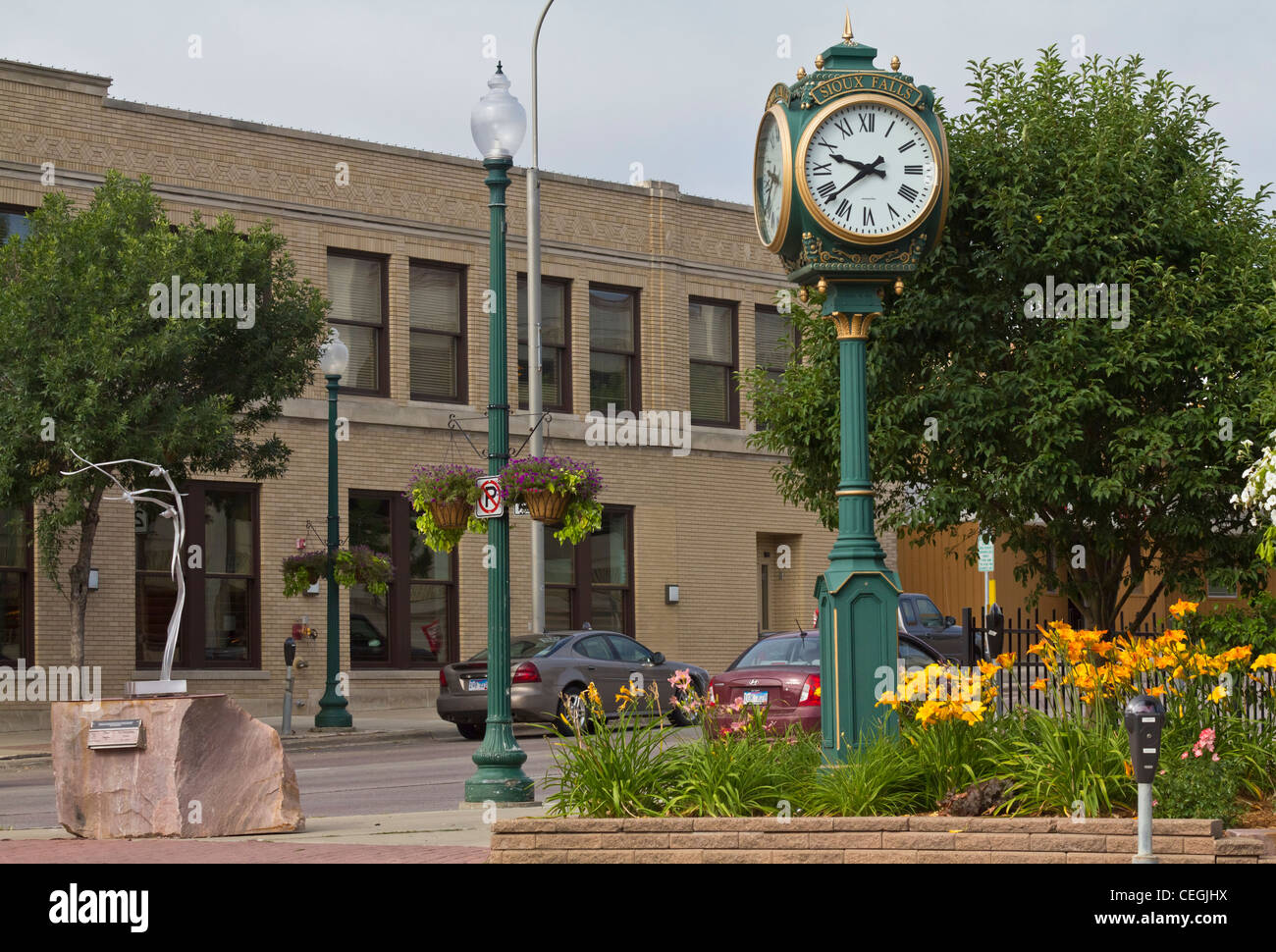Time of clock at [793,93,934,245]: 9:38
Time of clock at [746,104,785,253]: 9:38
